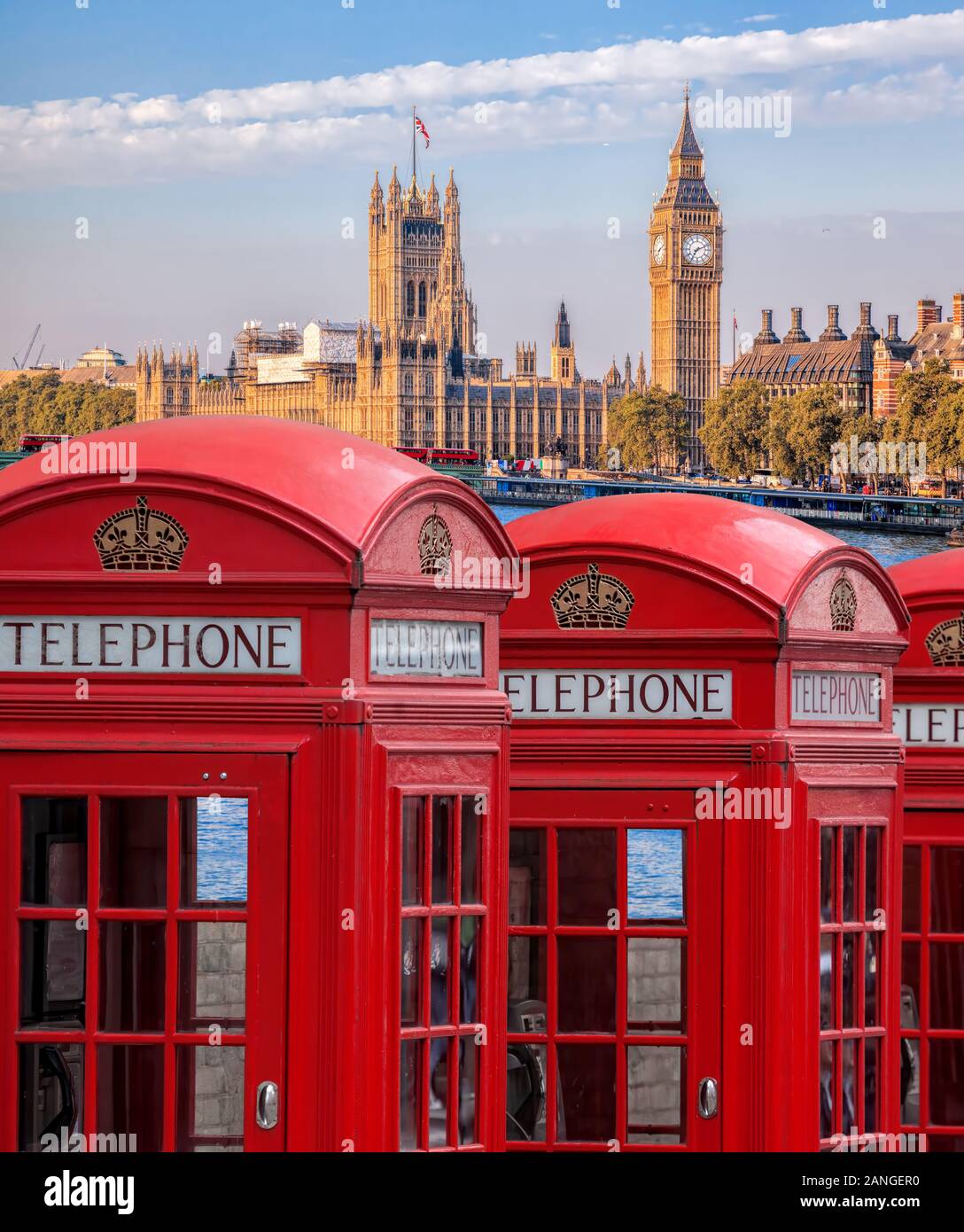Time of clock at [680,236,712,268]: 7:11
